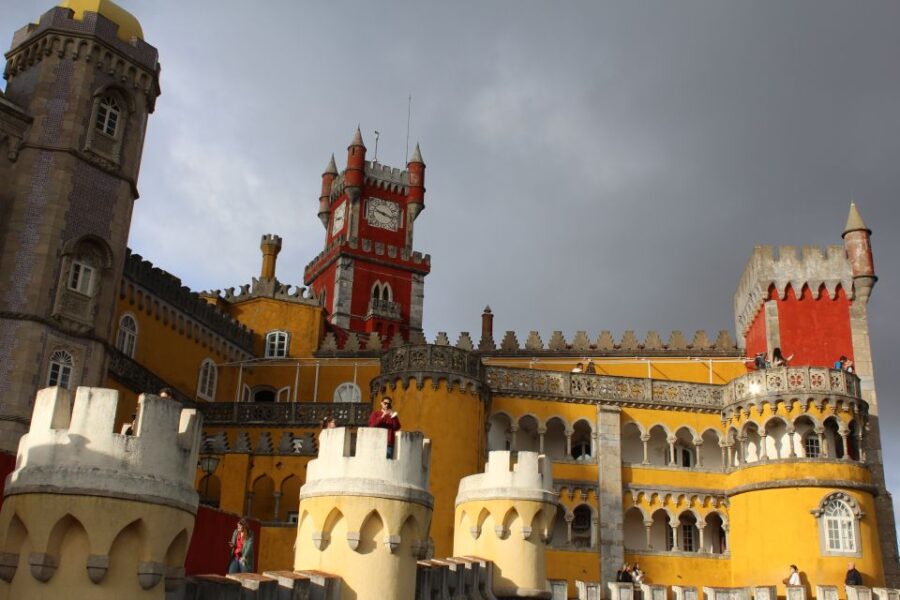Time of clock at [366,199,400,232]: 9:17
